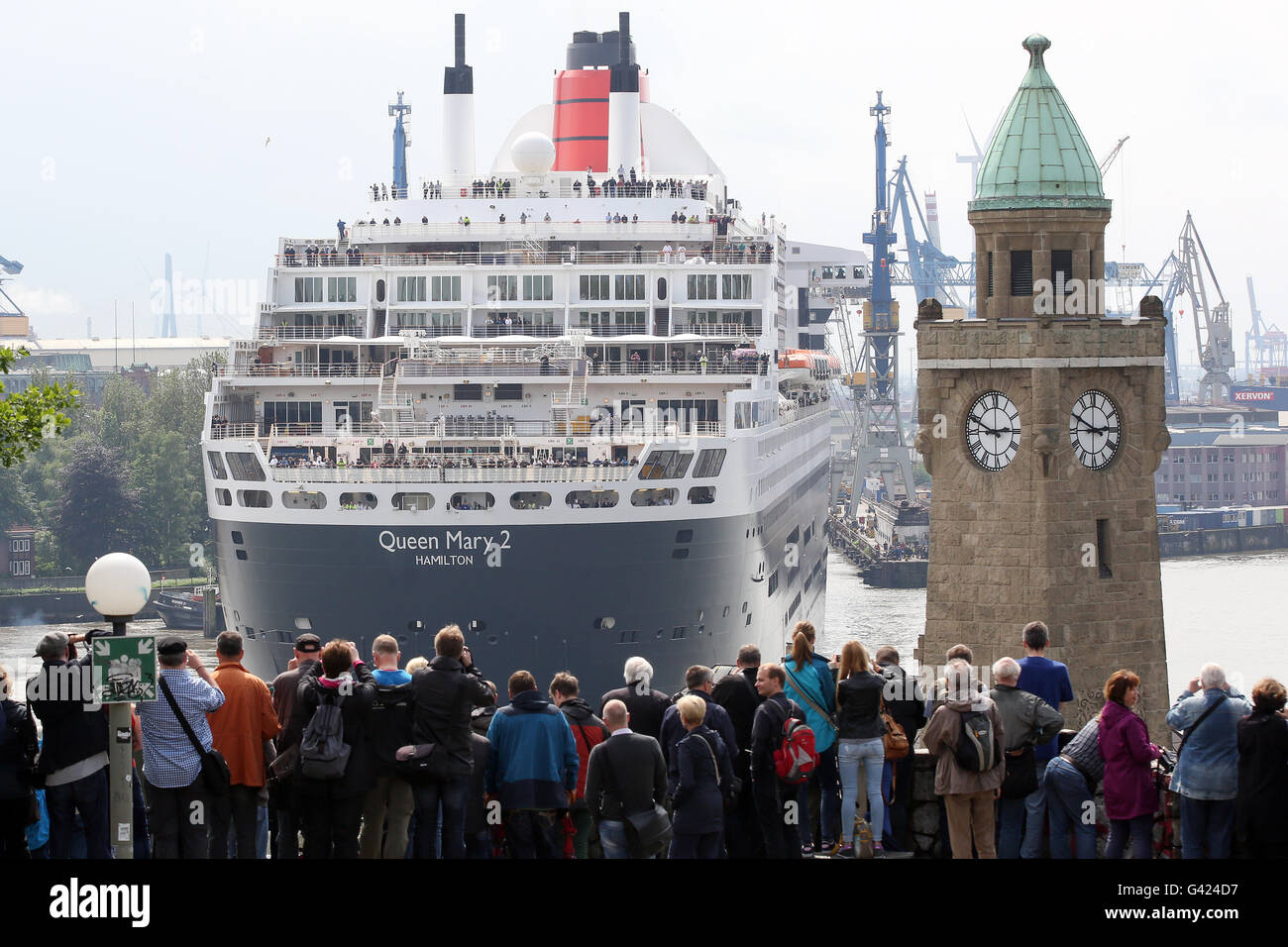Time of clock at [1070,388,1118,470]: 2:49
